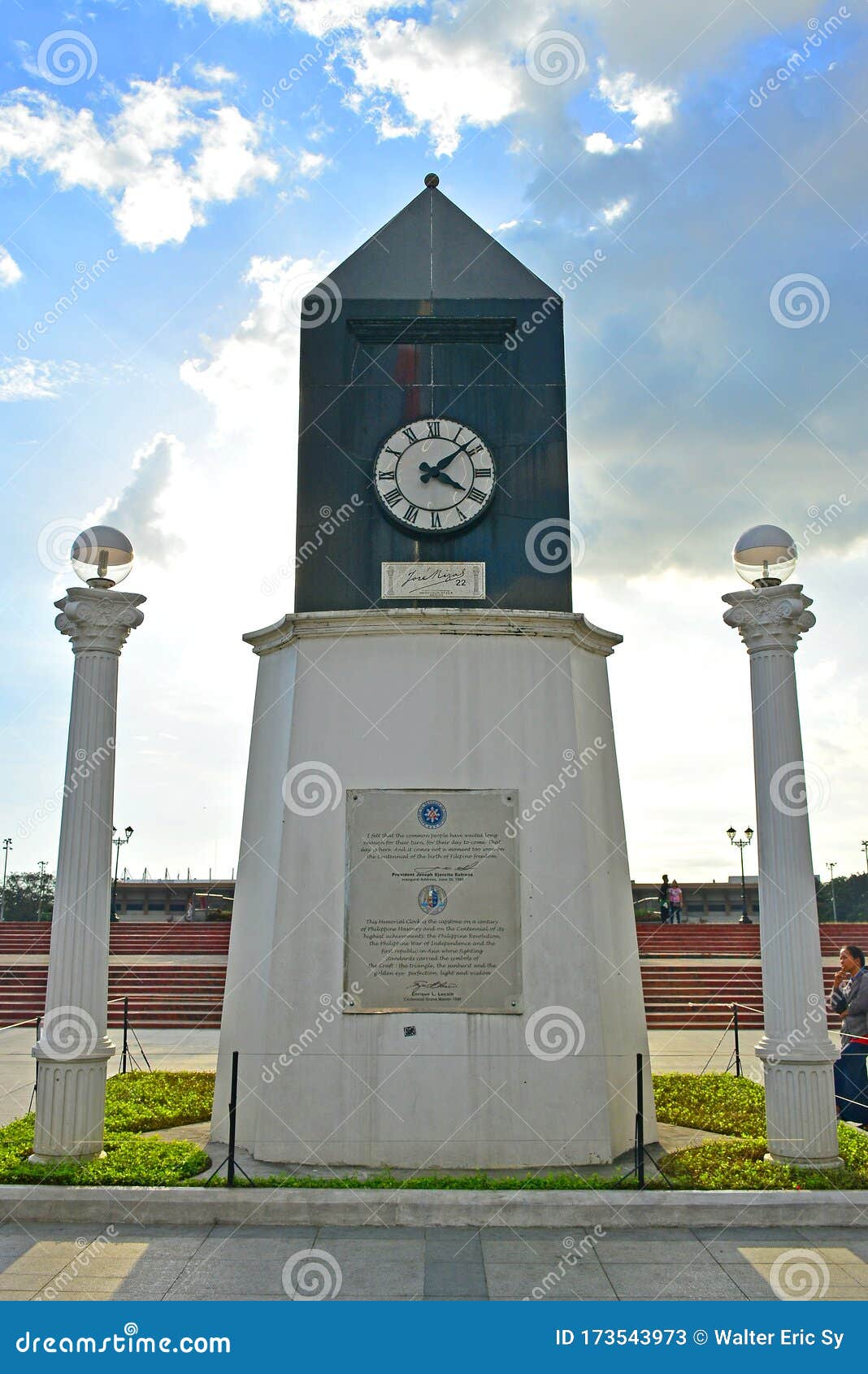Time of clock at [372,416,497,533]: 4:08
